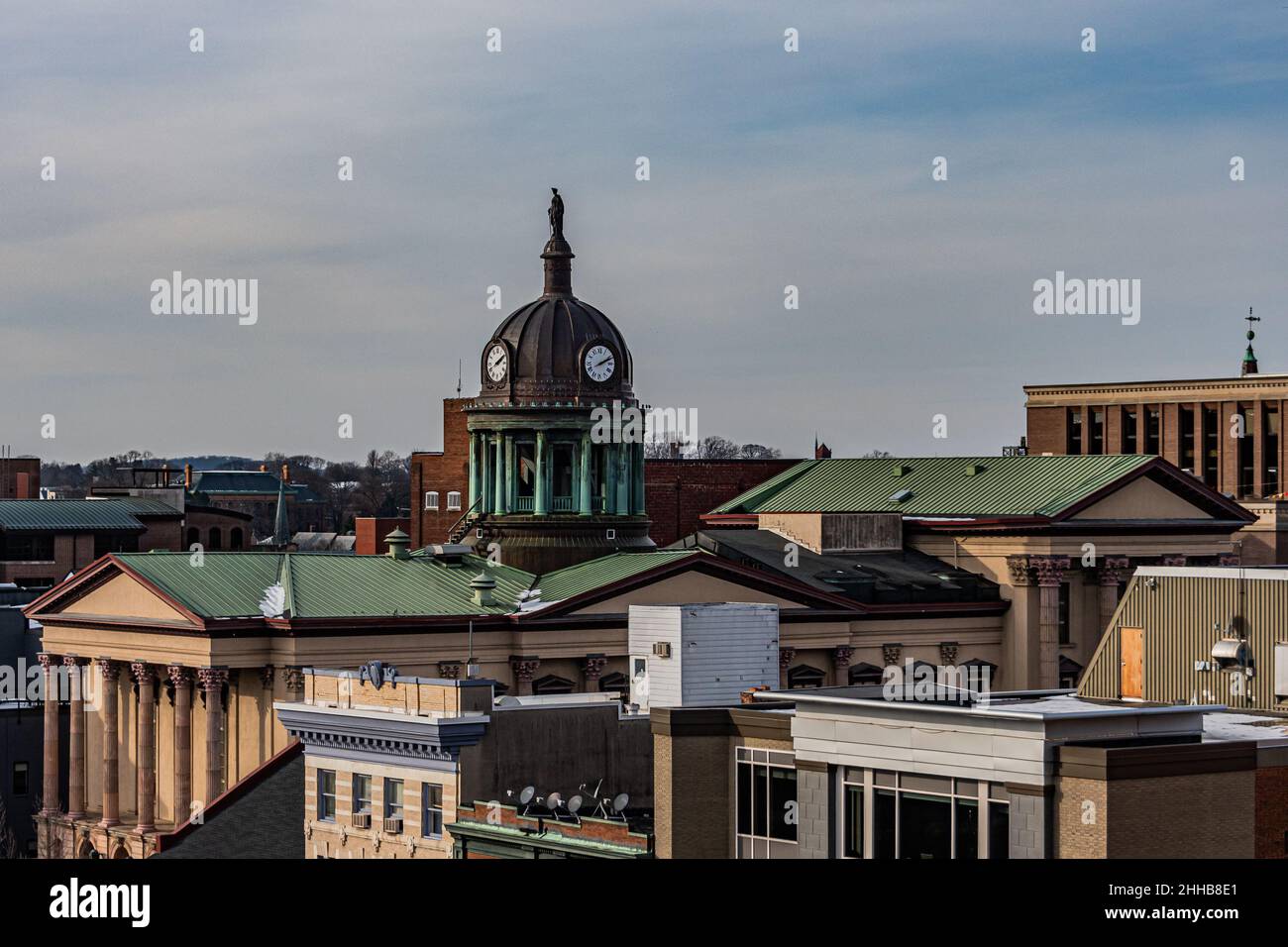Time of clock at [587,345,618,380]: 2:11
